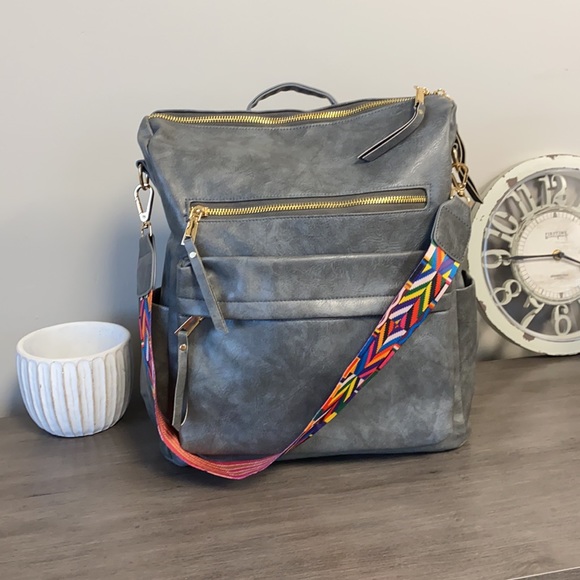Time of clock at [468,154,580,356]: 3:44
